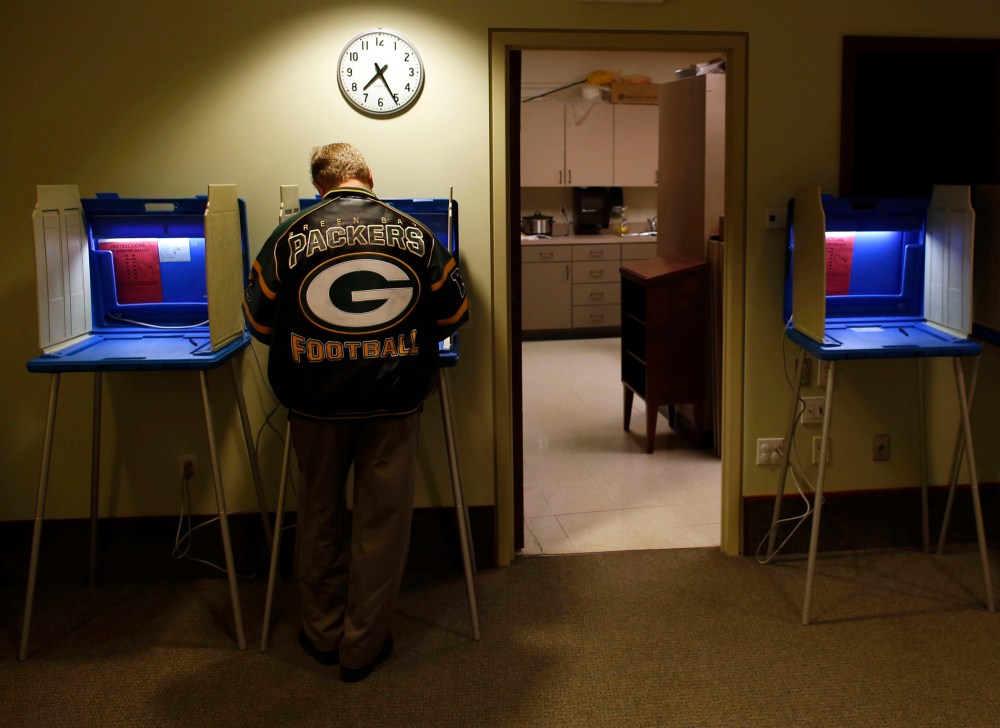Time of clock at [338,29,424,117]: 7:25
